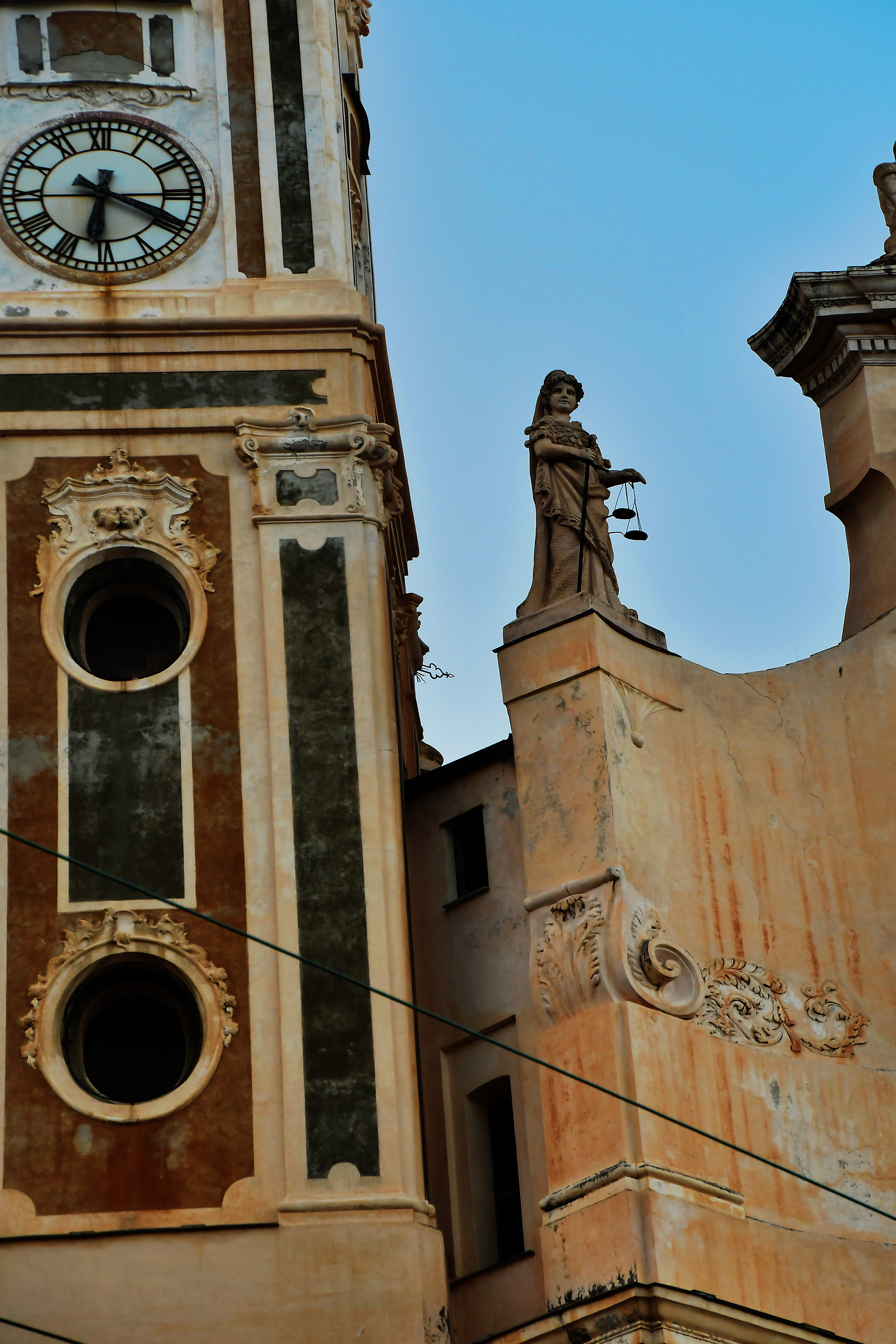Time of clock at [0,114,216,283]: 6:19
